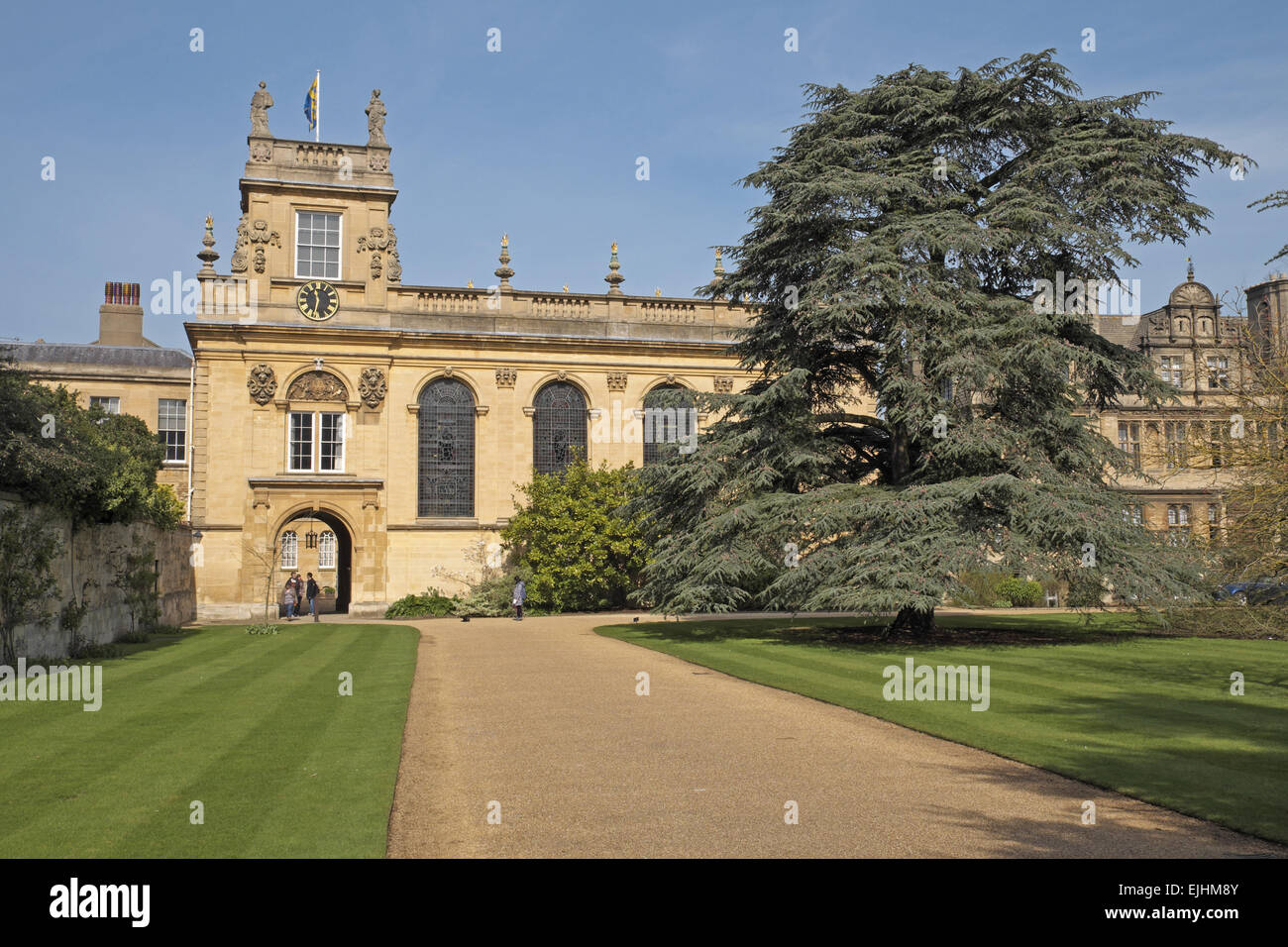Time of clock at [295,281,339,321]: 11:32
